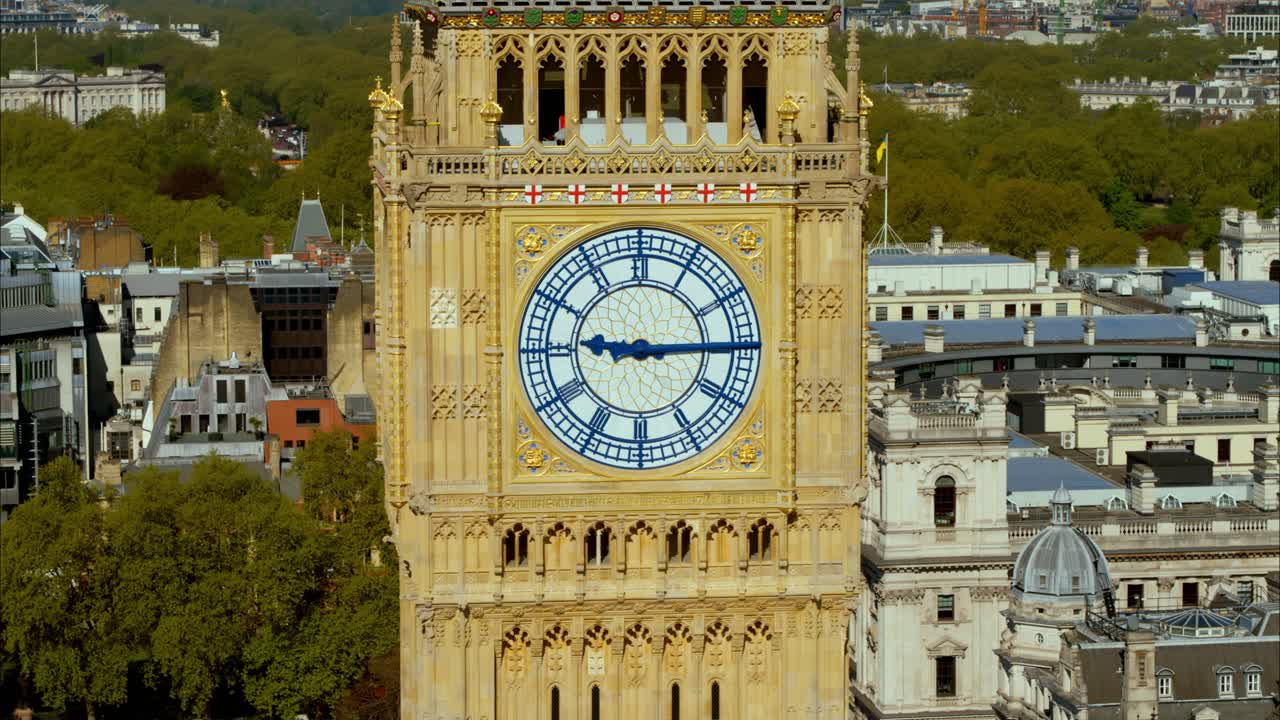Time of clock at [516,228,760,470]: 9:14
